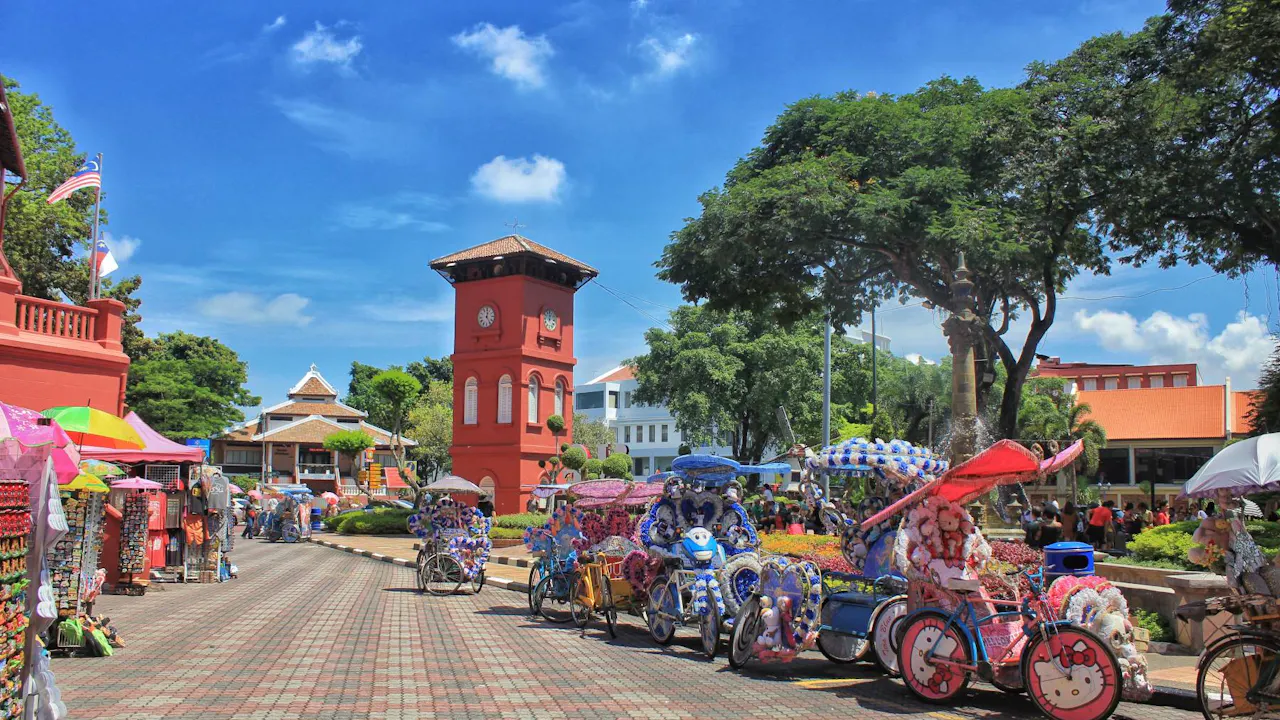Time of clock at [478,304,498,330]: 12:24
